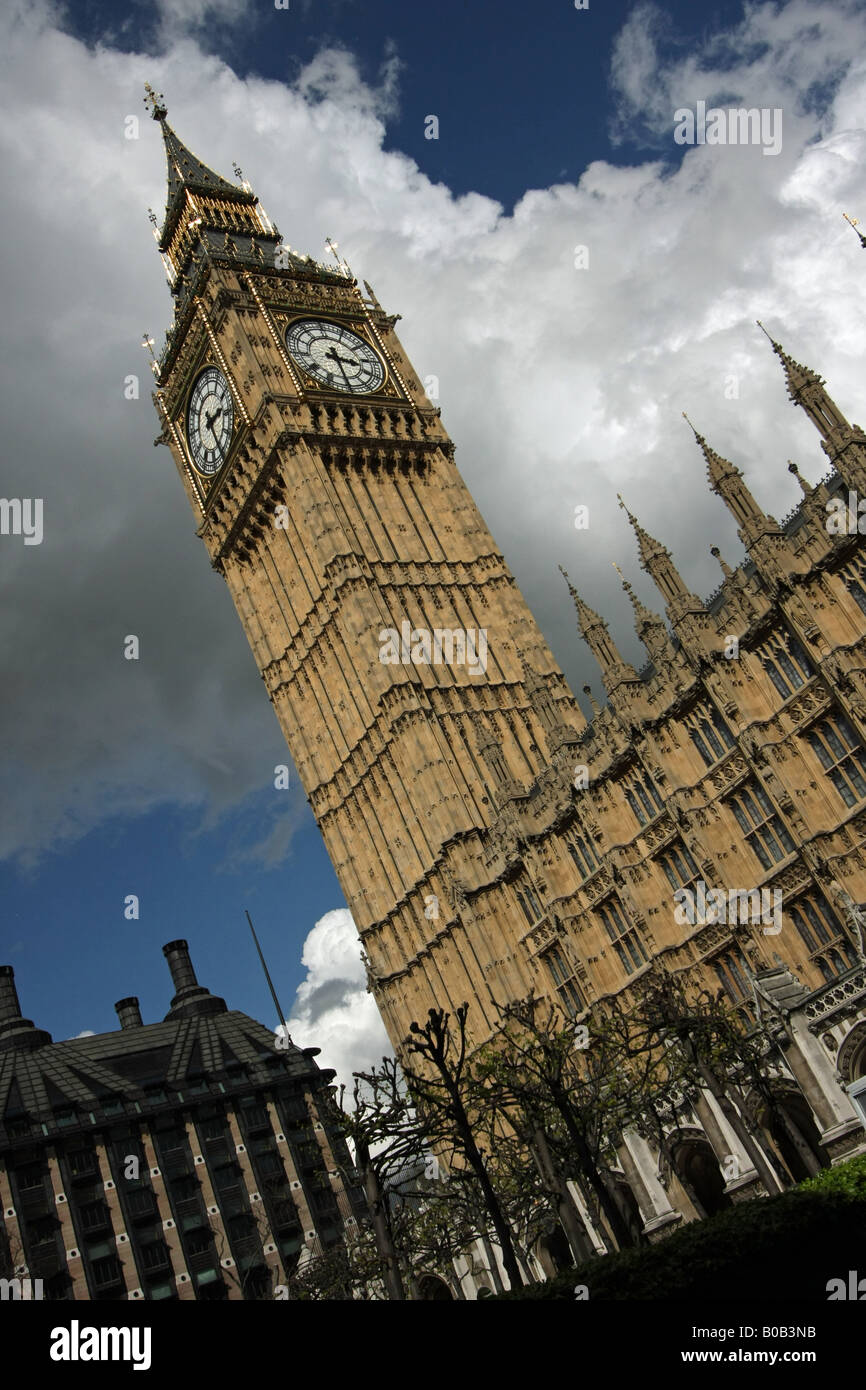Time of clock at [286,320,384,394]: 3:29
